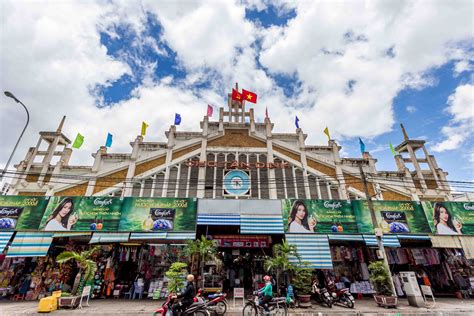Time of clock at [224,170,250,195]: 5:14
